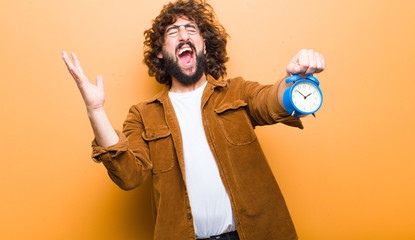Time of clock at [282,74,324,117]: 1:51
